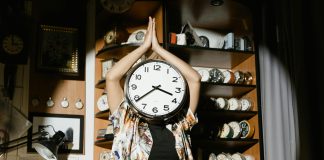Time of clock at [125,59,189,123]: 3:39
